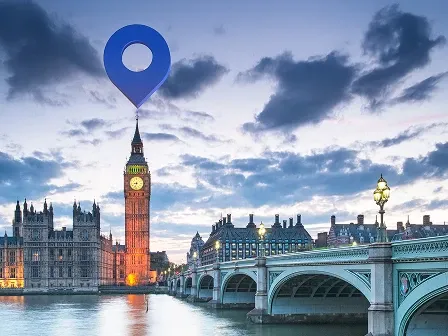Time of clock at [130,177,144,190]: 8:33
